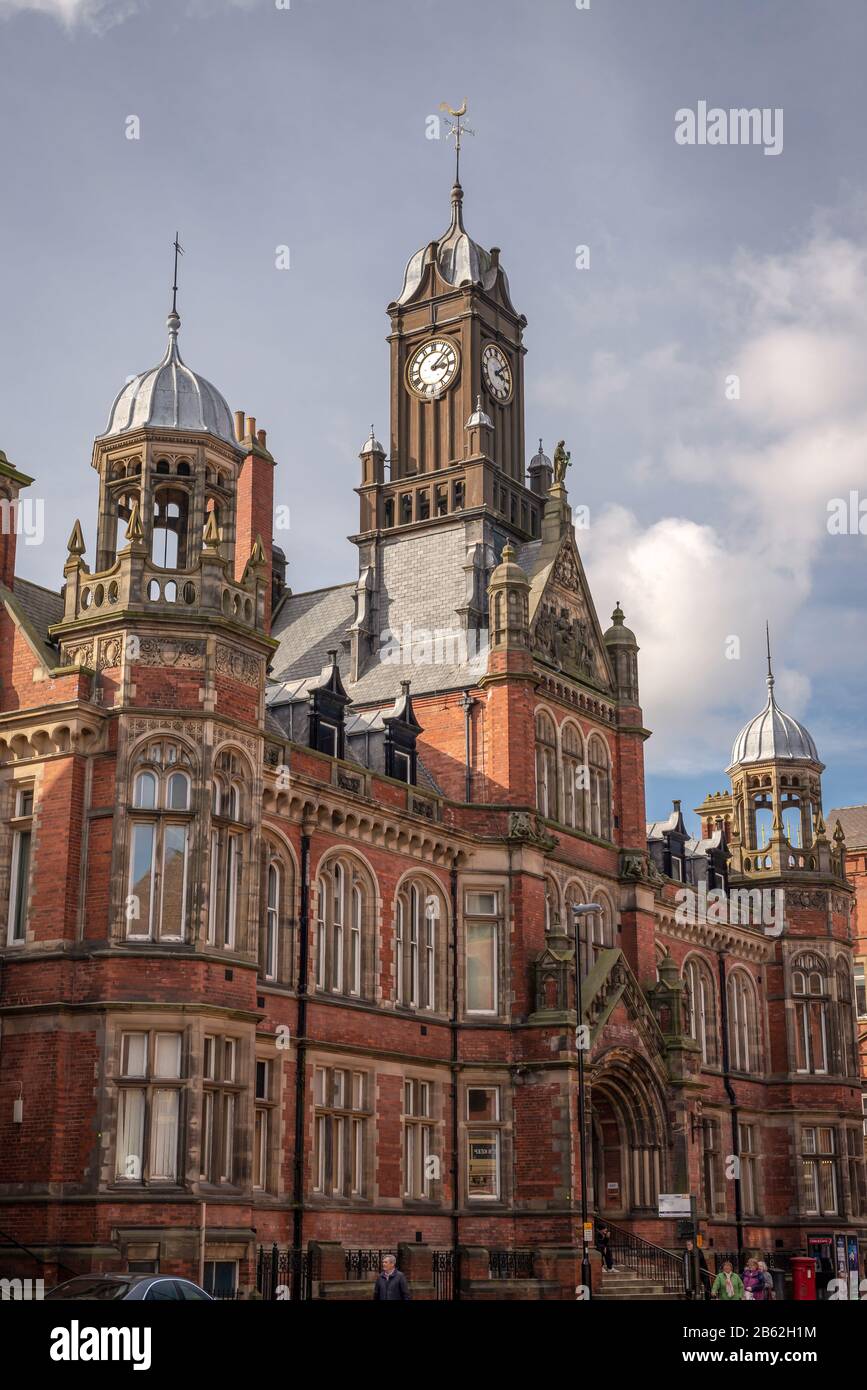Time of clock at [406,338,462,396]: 3:07
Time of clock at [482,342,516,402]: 3:08
